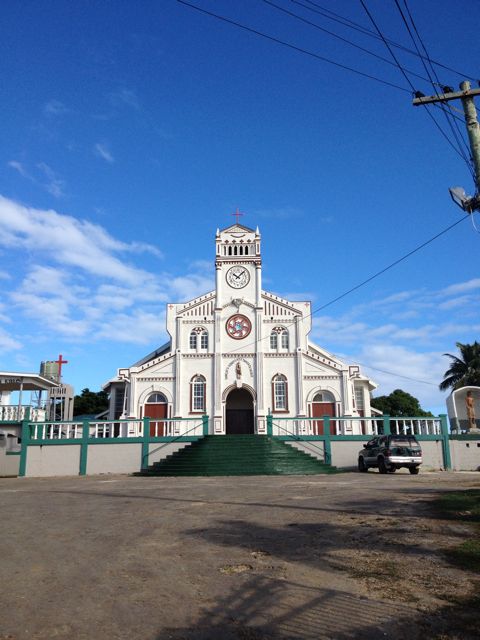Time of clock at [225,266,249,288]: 10:07
